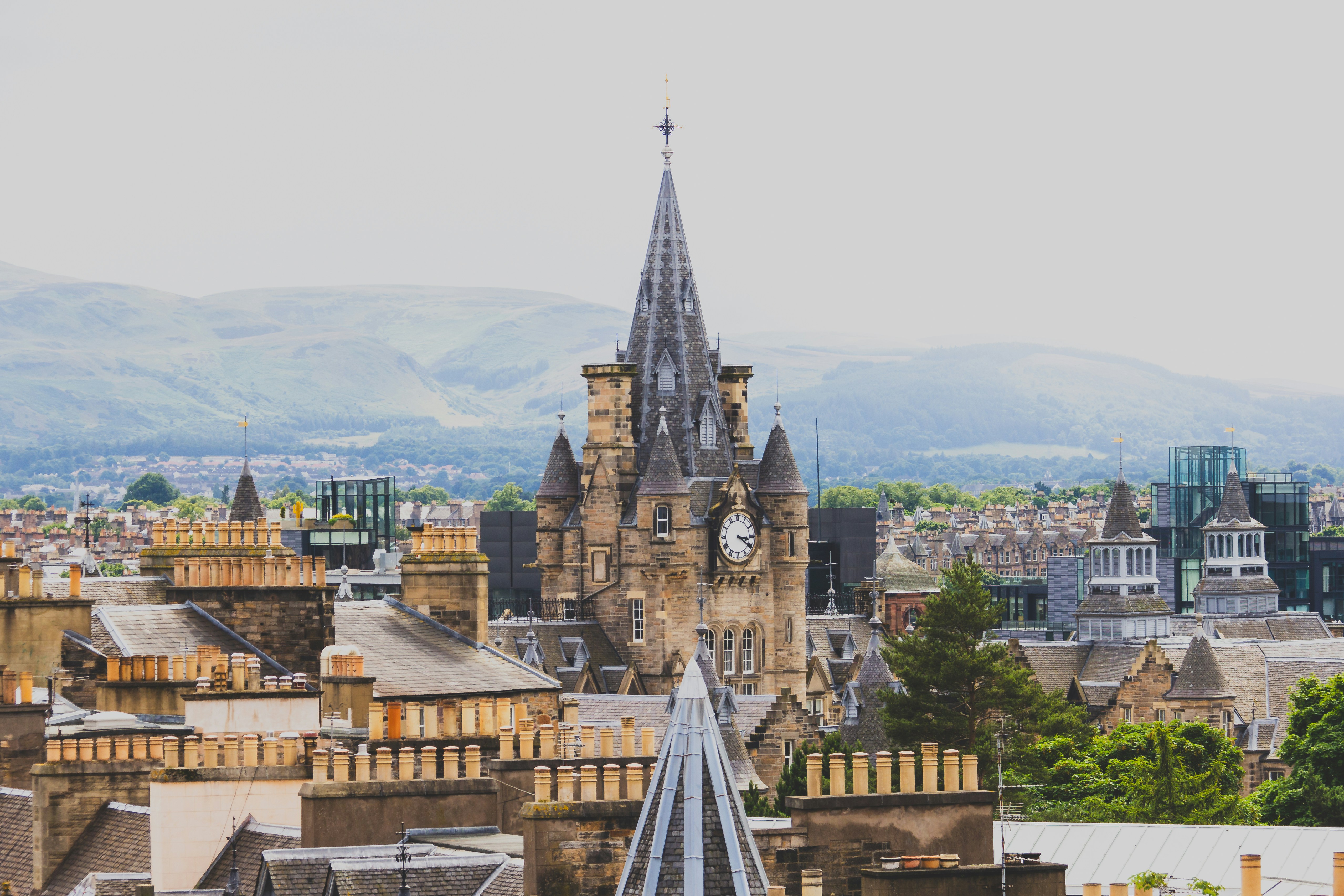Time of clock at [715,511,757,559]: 3:20
